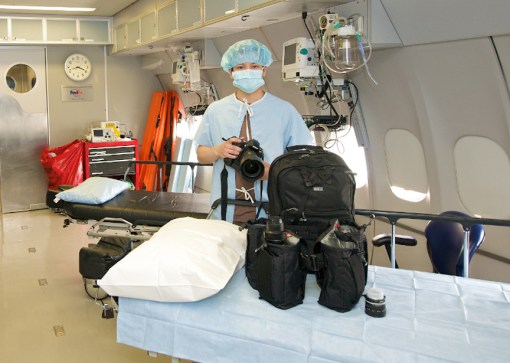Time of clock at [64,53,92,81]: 3:42
